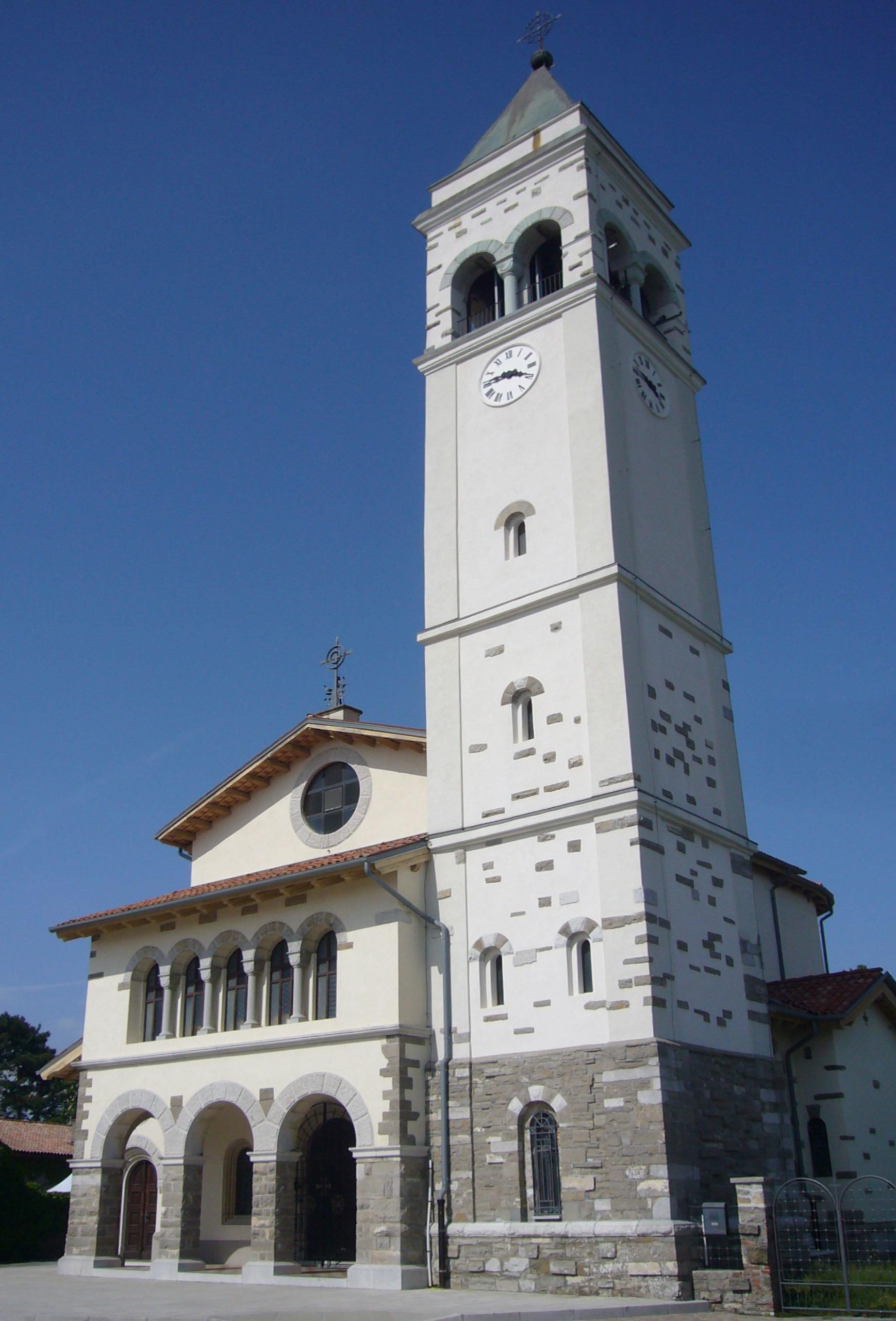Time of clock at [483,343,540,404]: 3:45
